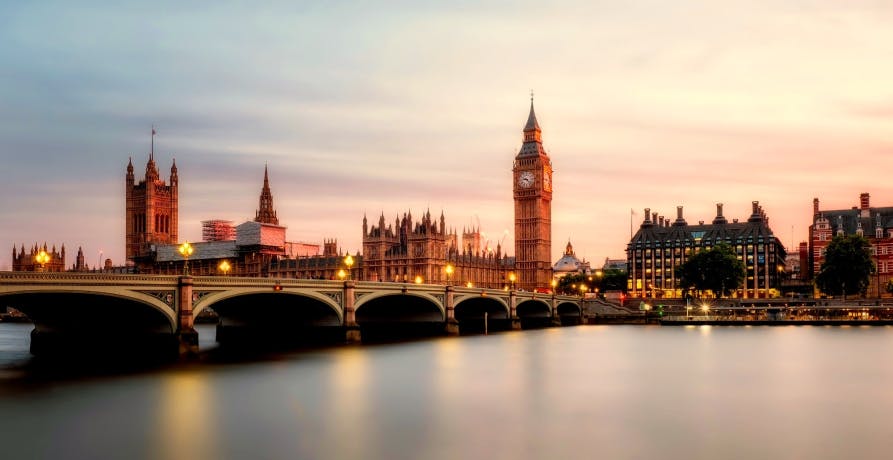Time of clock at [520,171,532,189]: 9:22
